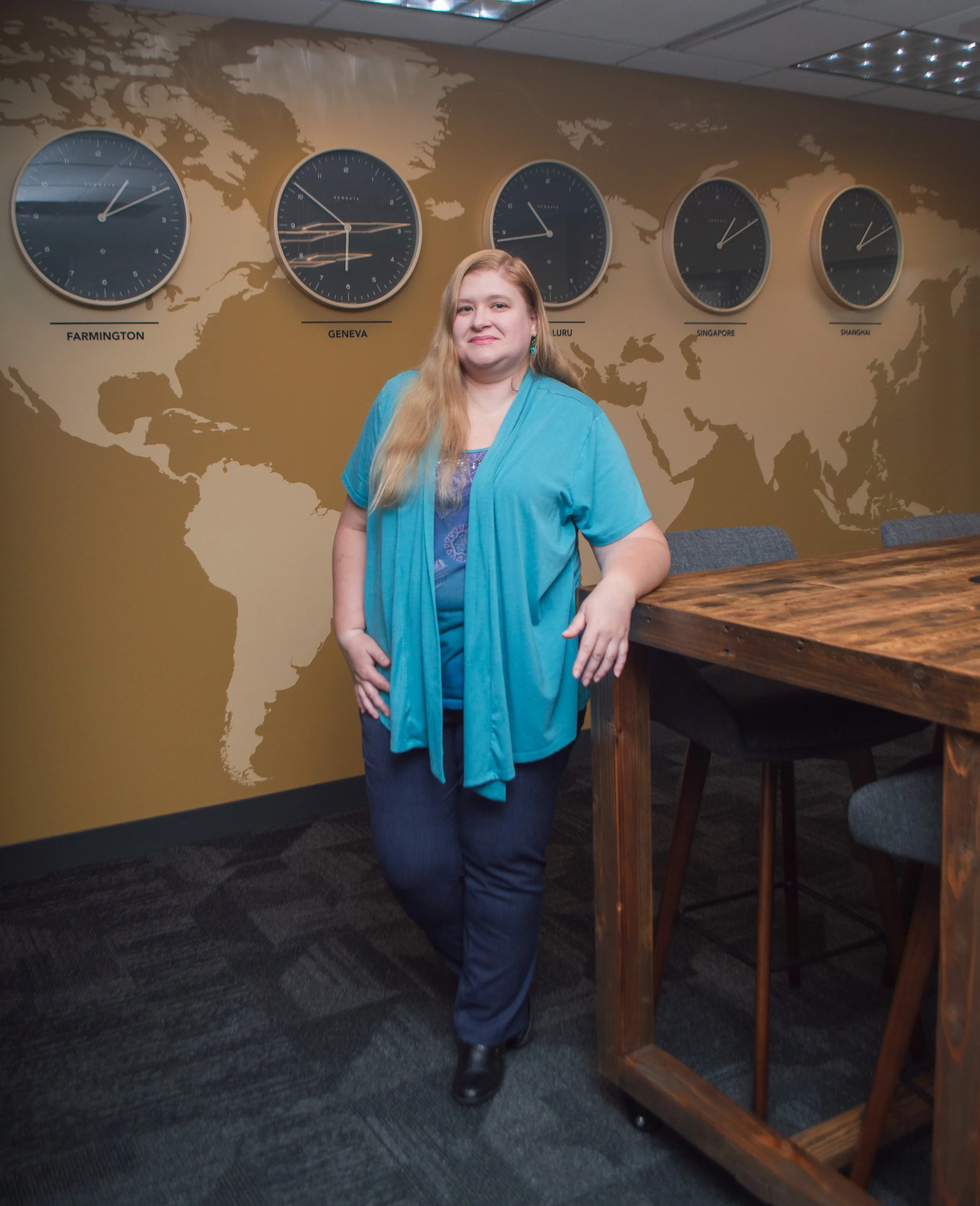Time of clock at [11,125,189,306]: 1:11
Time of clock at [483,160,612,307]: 10:43
